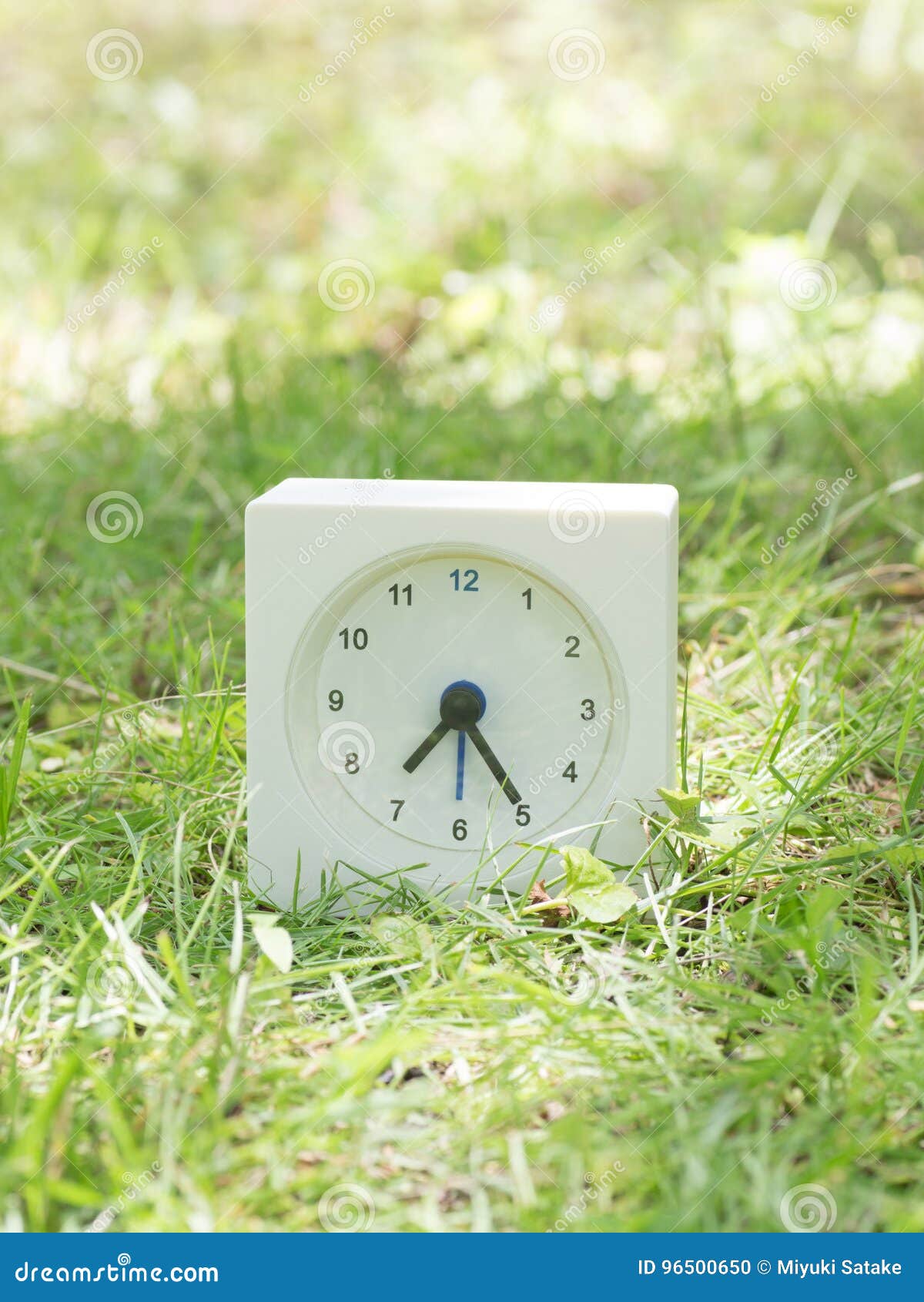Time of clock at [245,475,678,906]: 7:24
